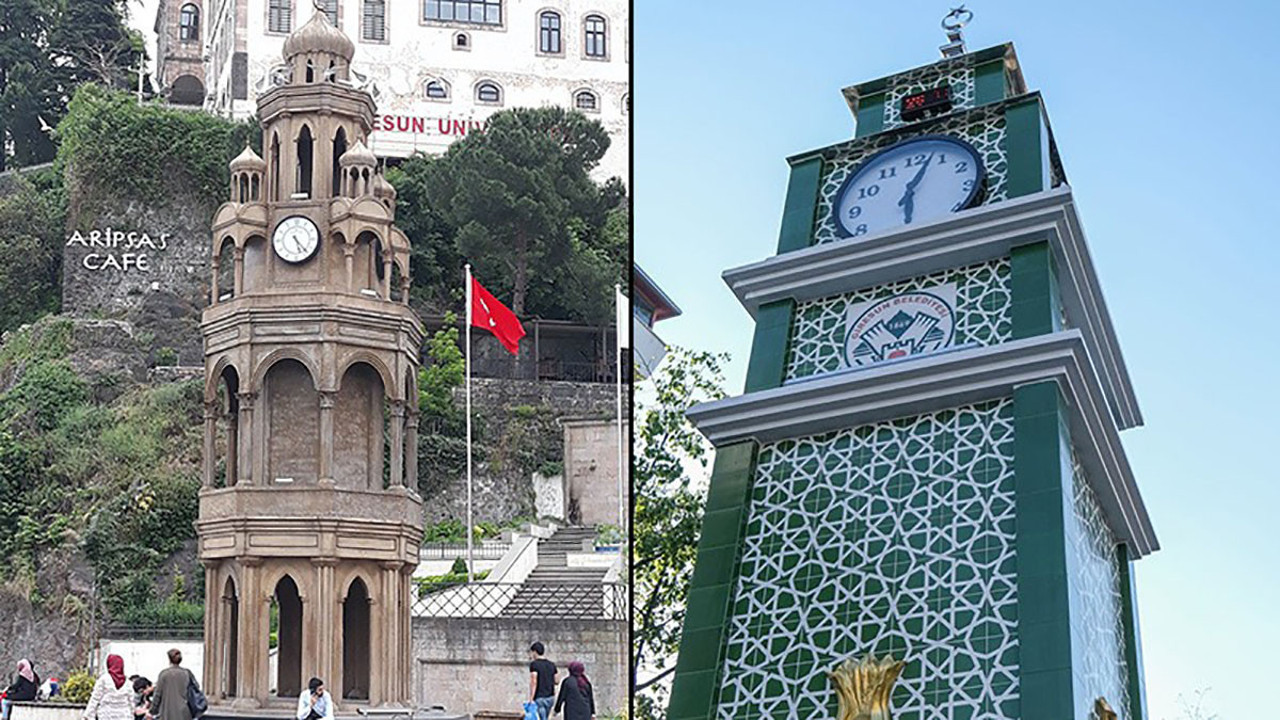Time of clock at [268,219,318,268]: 5:23
